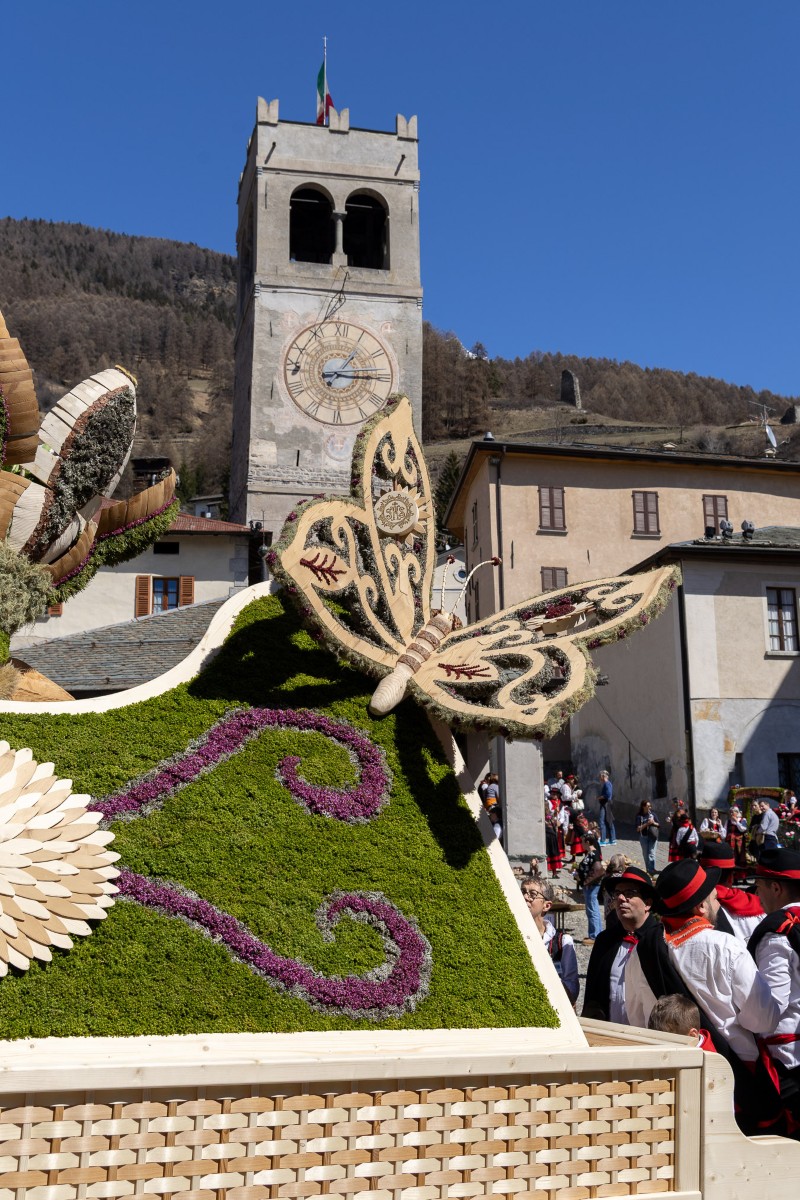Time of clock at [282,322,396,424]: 1:15
